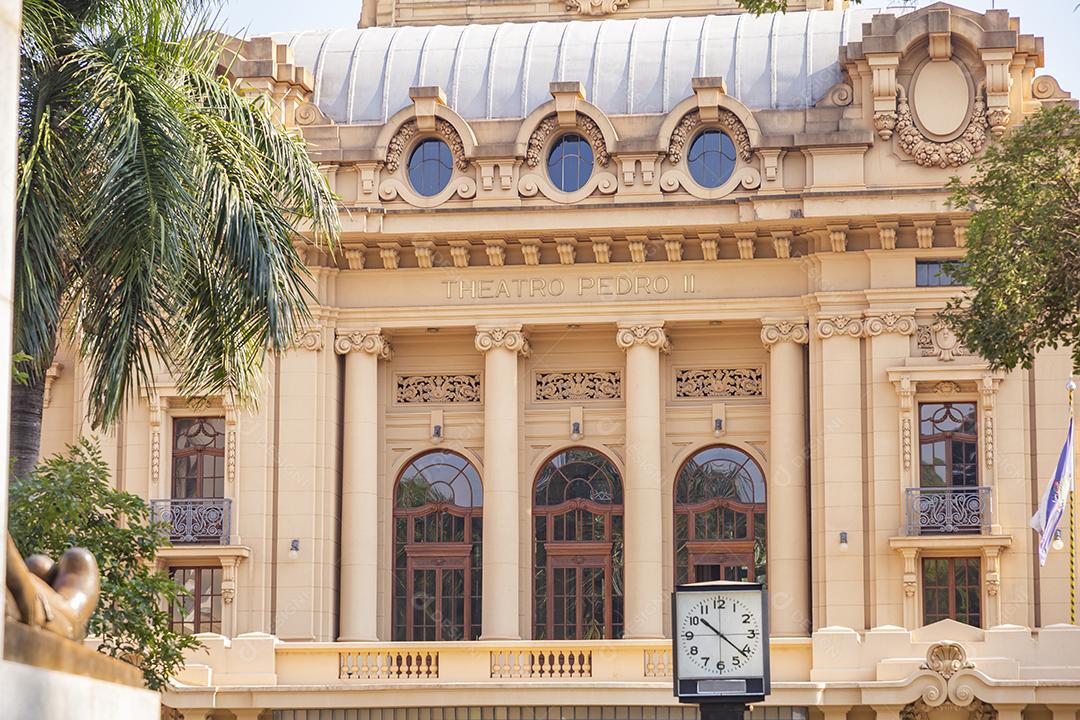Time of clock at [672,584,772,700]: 10:21
